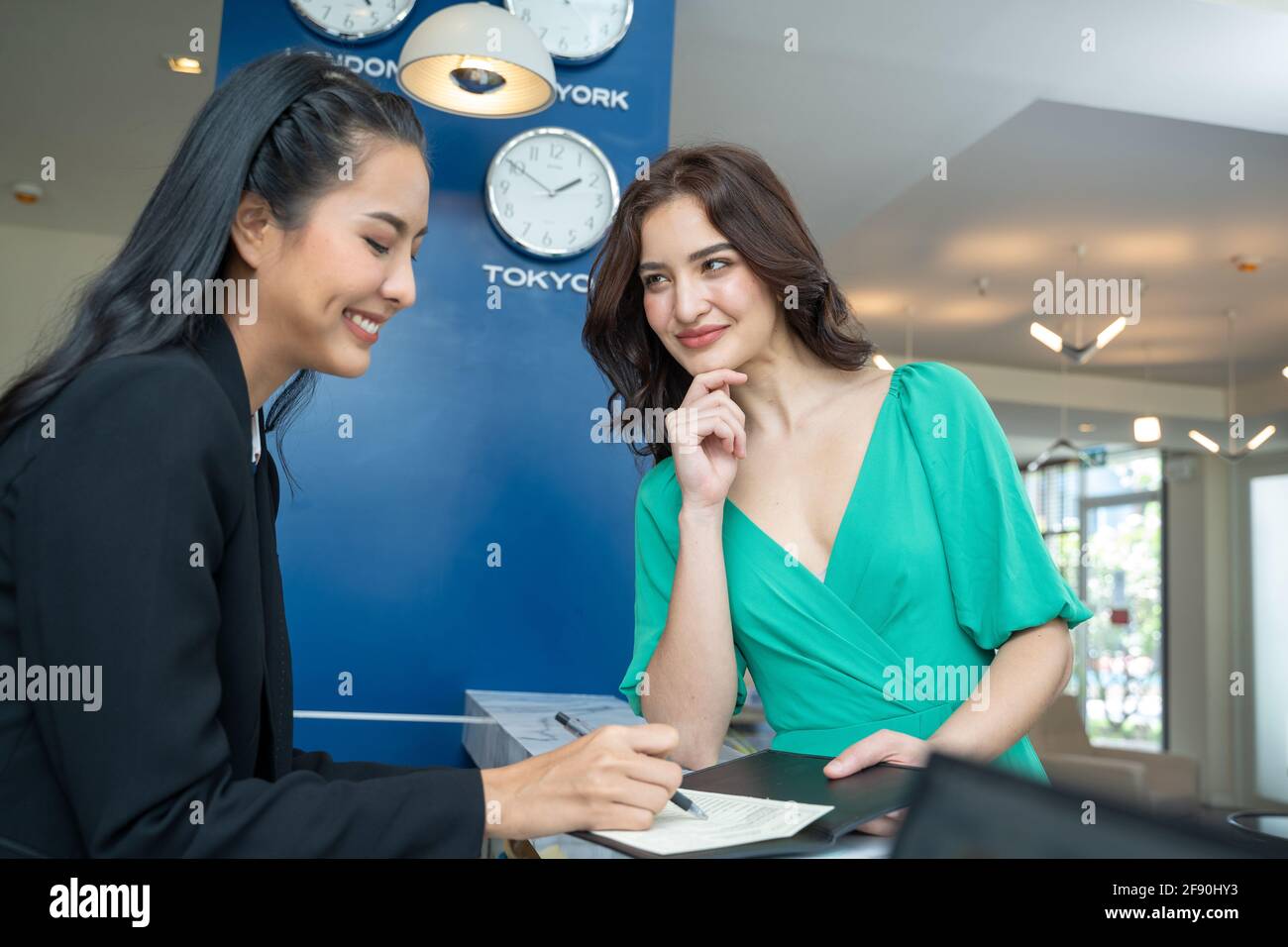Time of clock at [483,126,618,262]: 1:50
